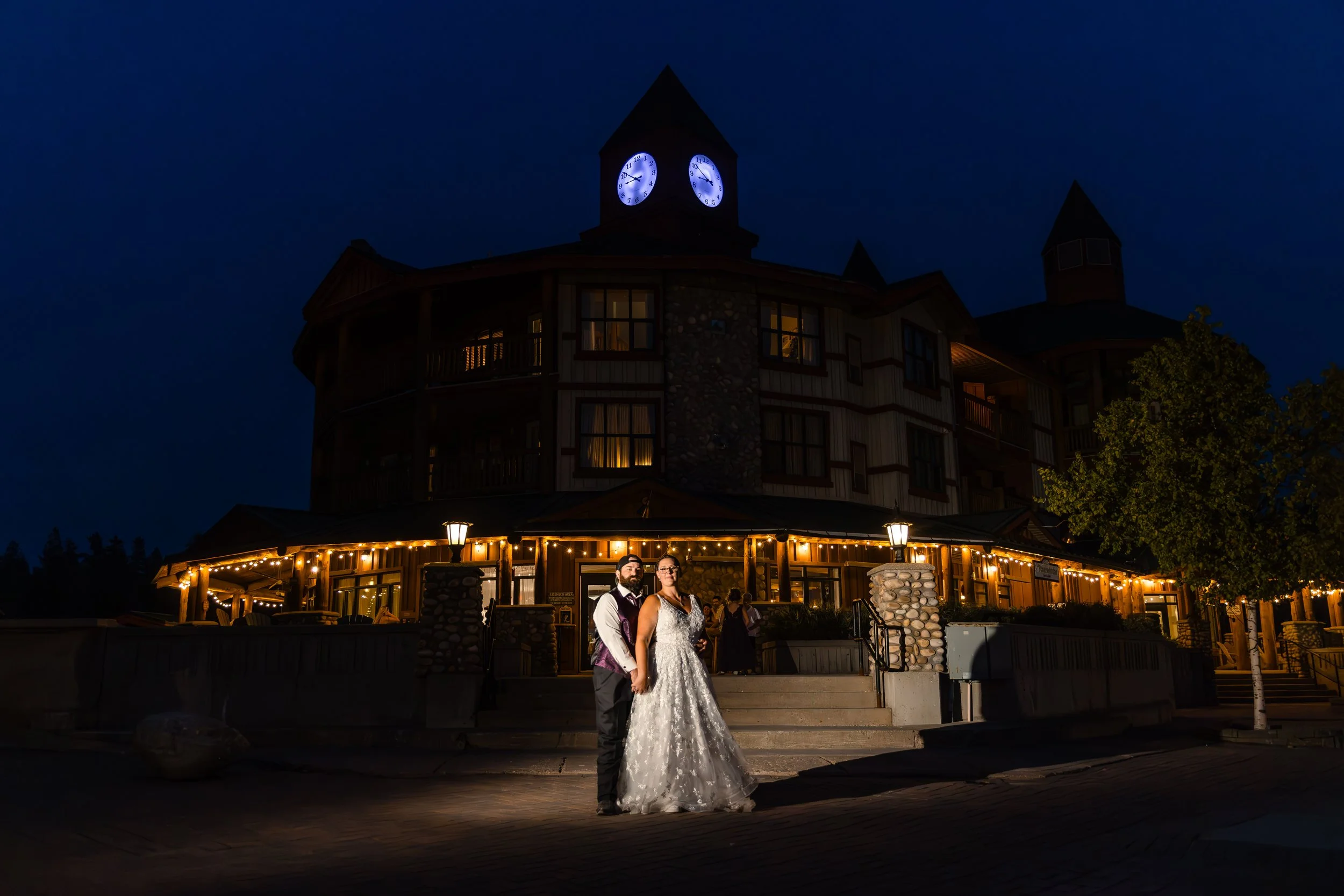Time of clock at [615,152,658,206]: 8:50
